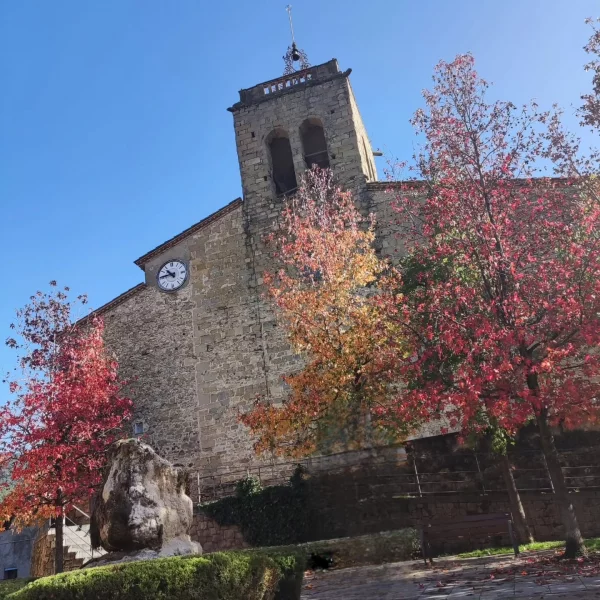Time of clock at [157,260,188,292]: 10:45
